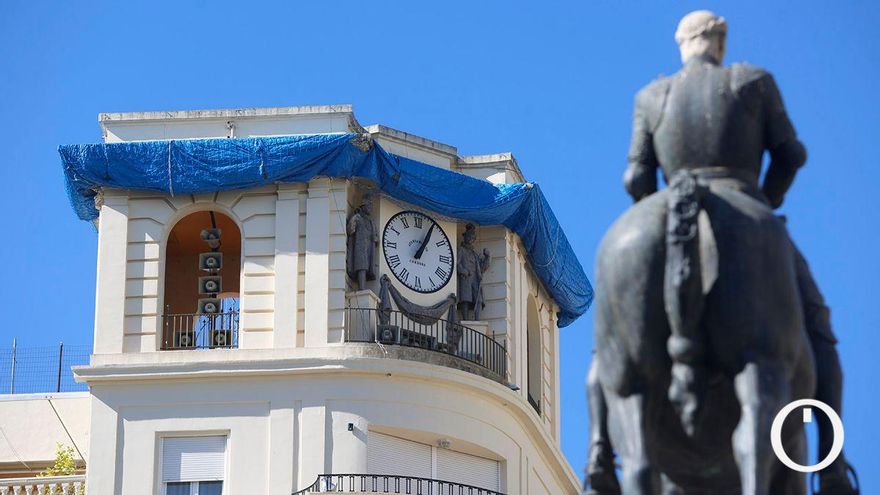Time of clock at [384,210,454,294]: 1:04
